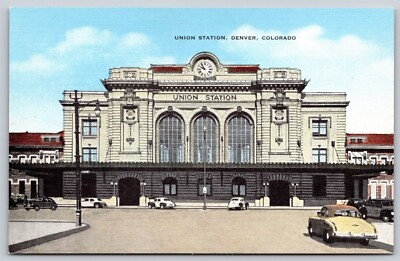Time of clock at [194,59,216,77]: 9:54
